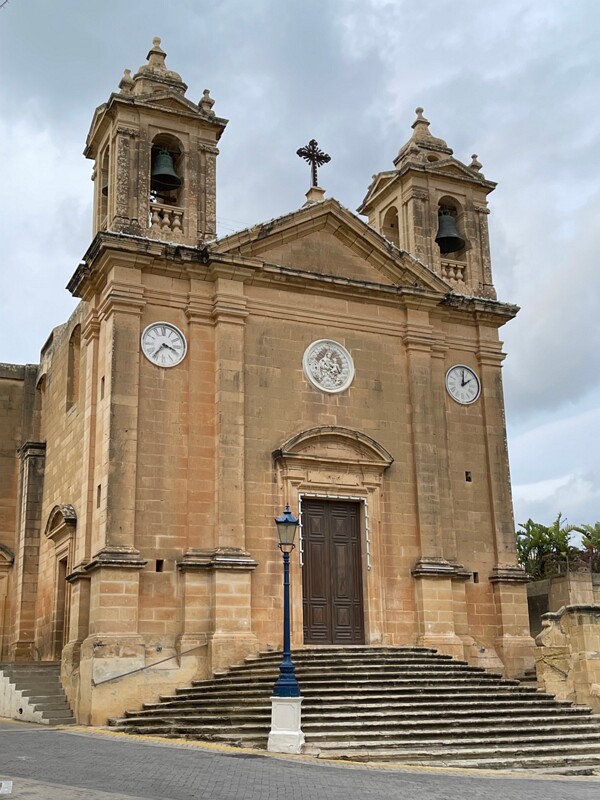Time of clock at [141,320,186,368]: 3:36
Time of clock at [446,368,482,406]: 2:01
